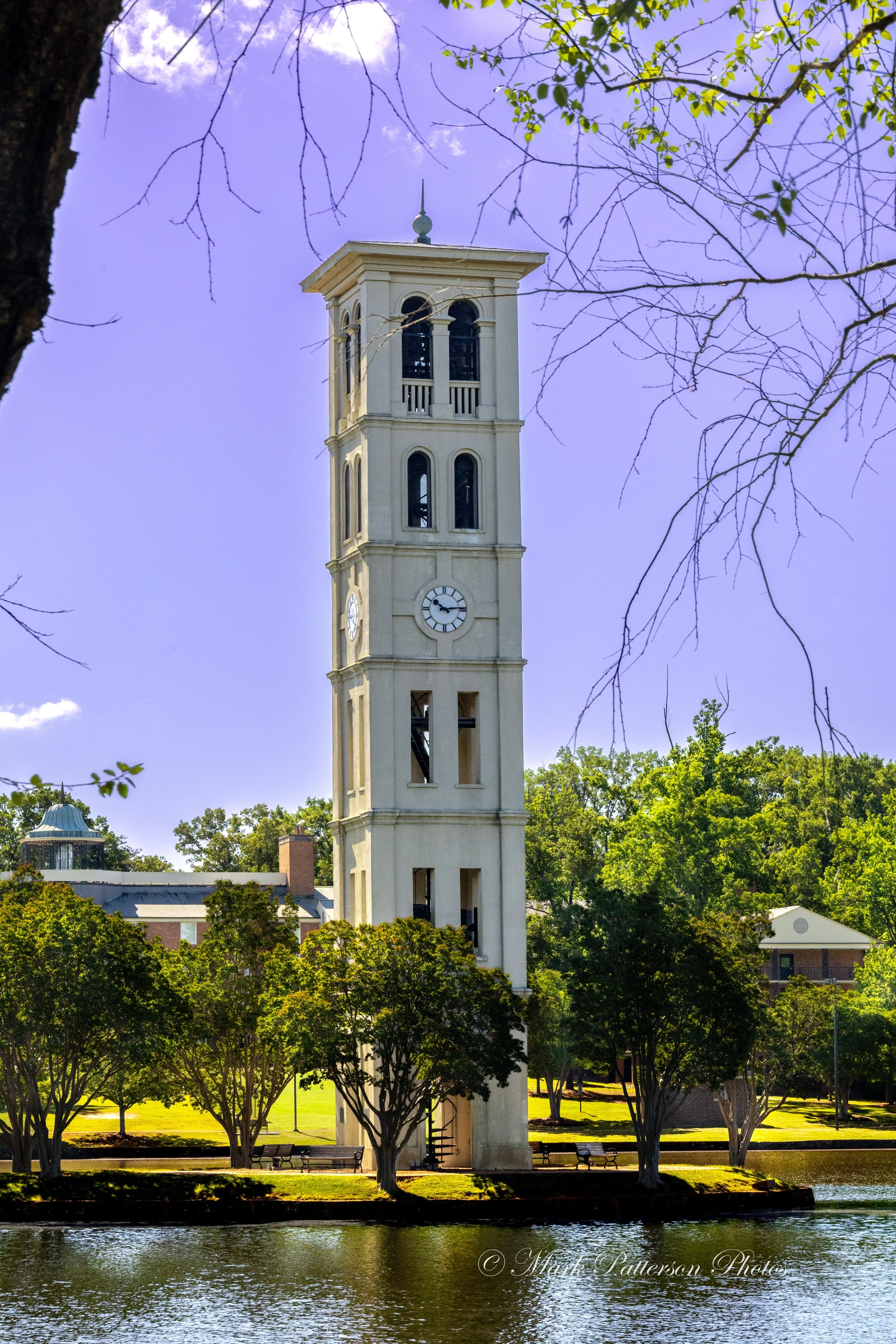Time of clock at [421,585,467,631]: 10:13
